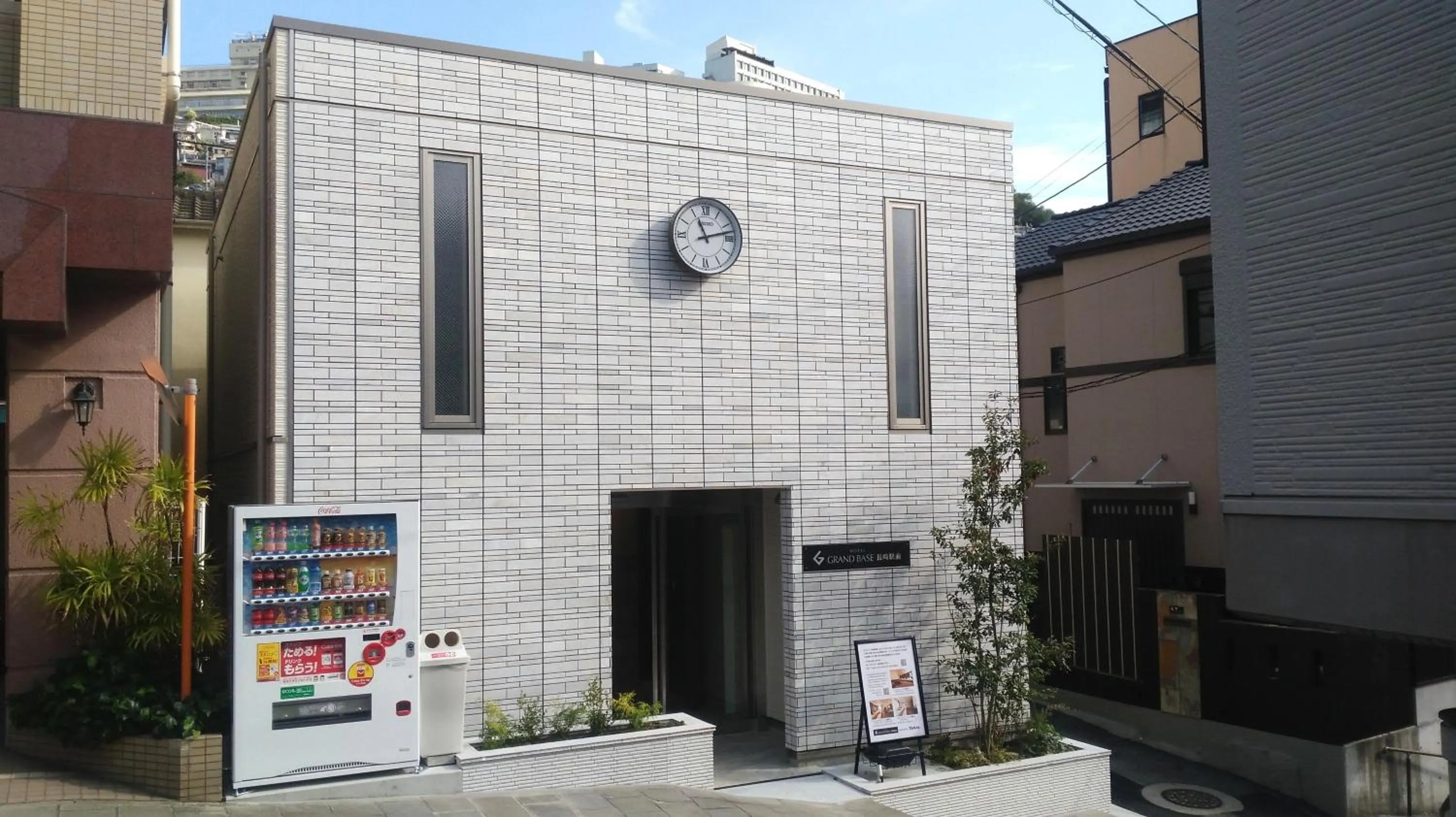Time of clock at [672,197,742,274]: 11:12
